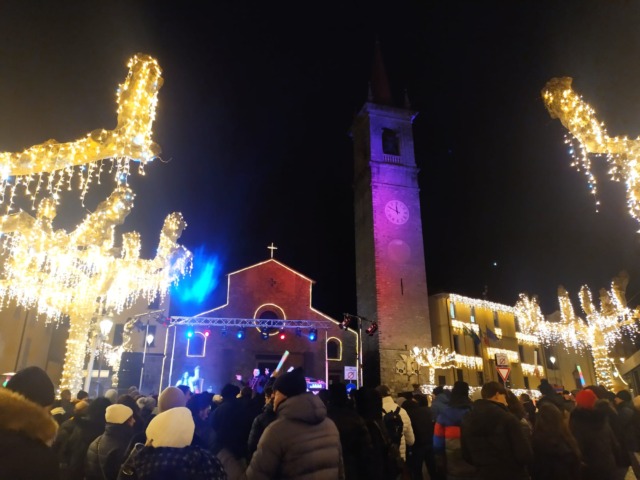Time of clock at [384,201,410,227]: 11:49
